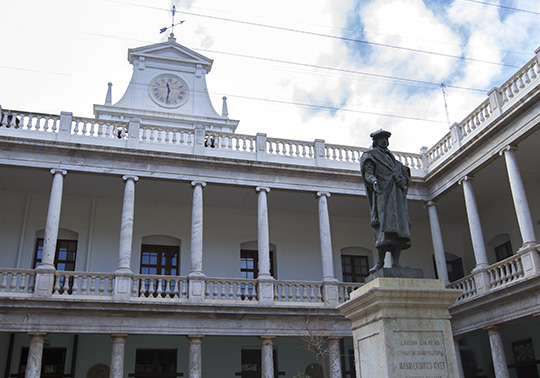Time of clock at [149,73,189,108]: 11:31
